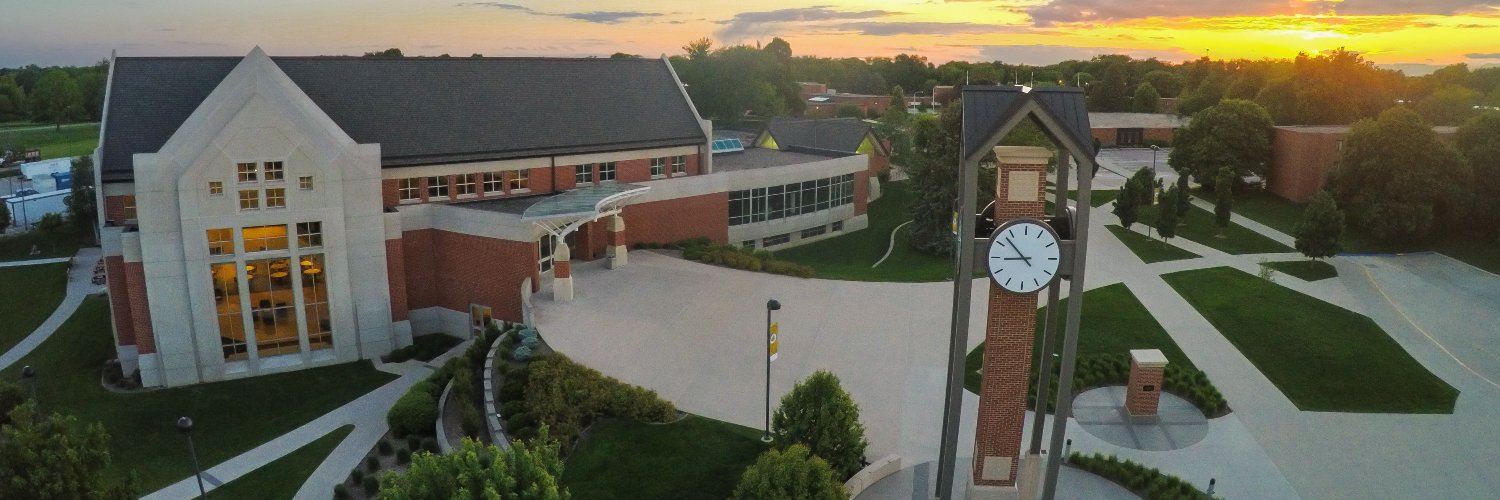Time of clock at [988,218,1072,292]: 8:52
